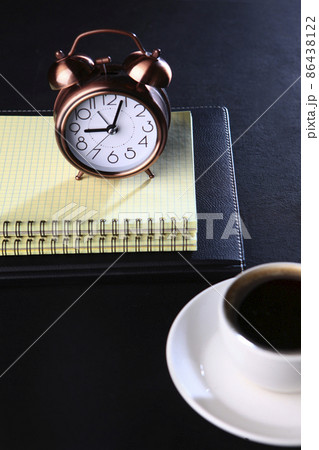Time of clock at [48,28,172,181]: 9:04
